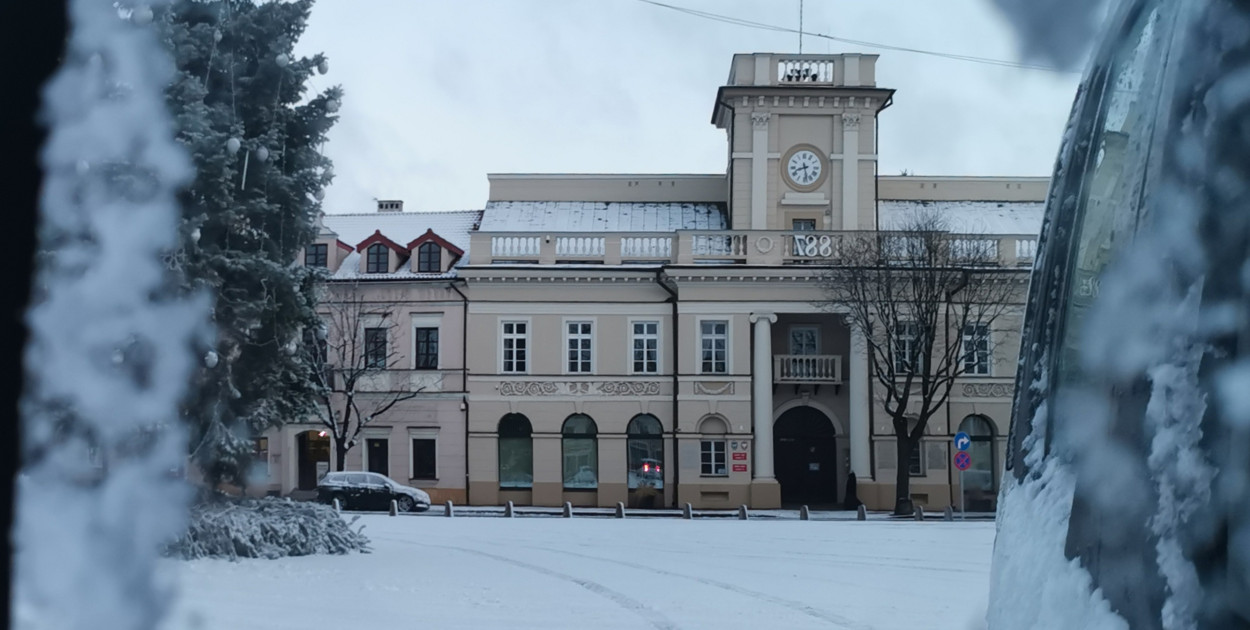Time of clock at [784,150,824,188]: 8:28
